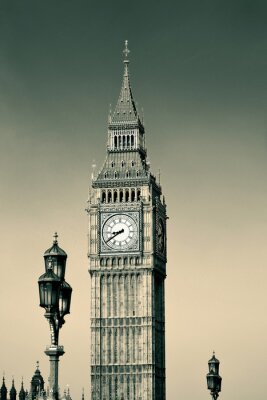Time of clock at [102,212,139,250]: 8:39
